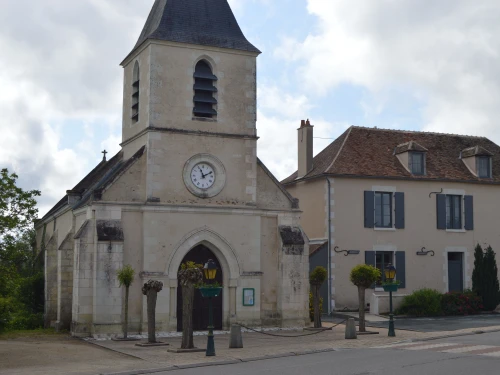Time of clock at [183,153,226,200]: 11:10
